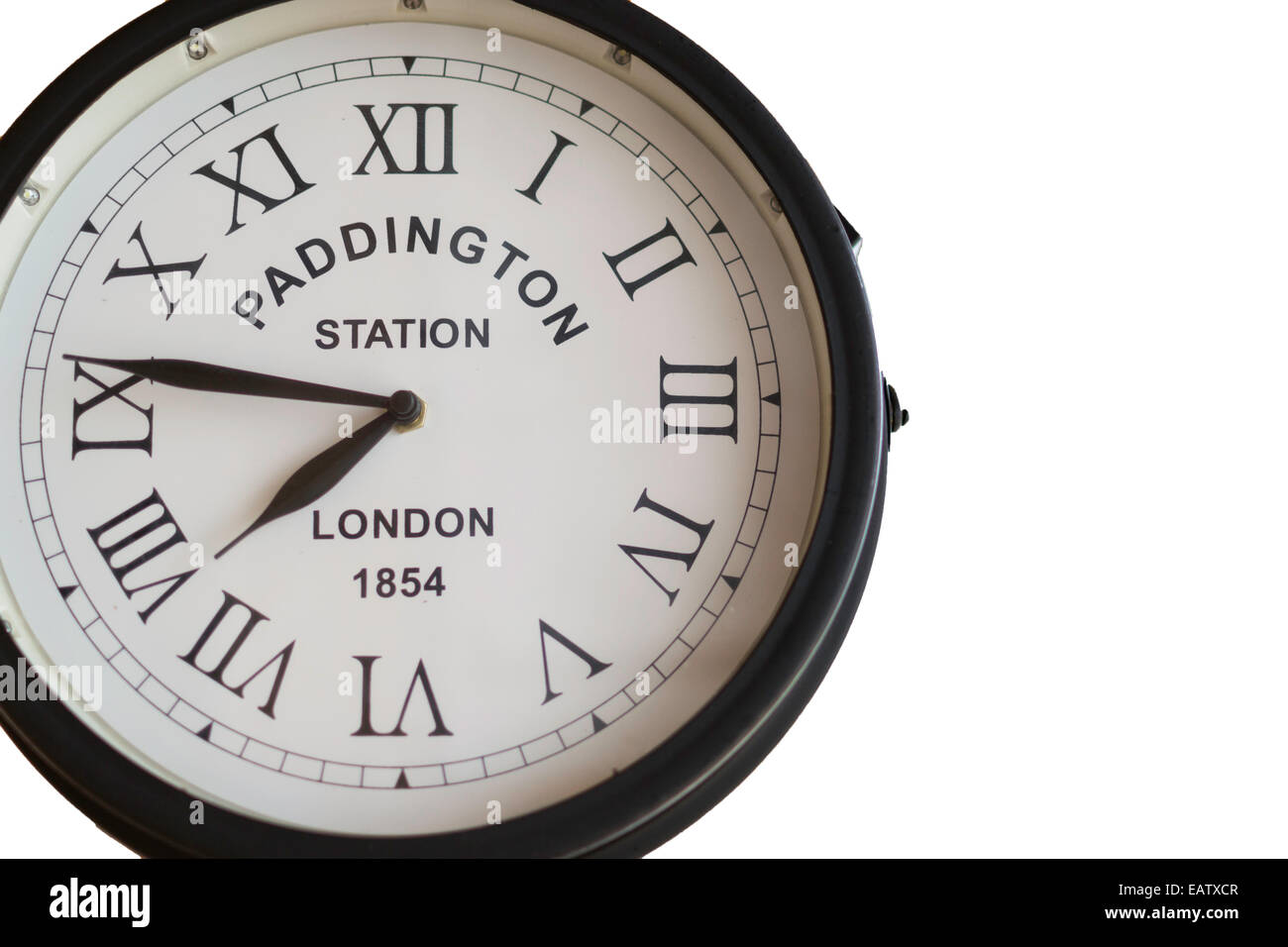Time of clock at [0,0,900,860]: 7:46
